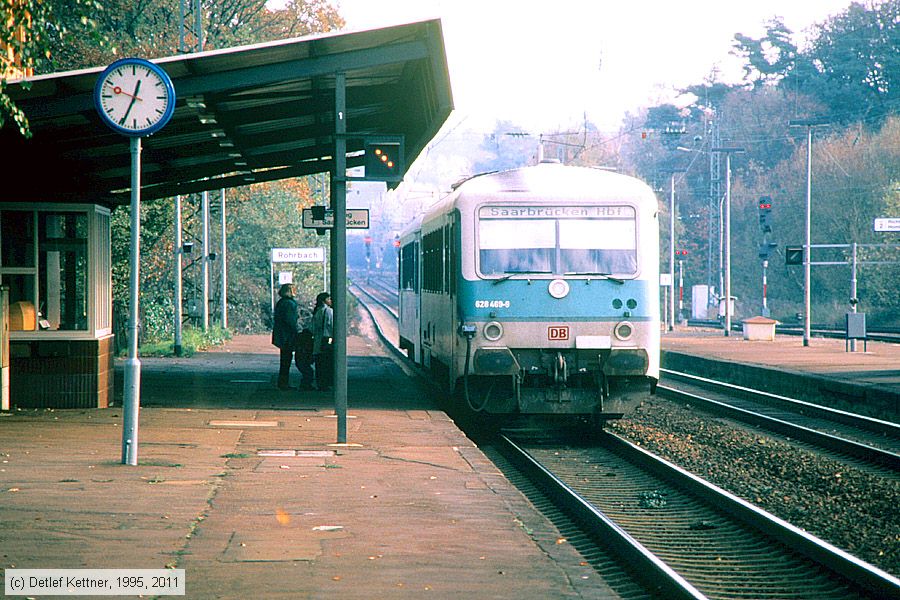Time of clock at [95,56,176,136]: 12:34
